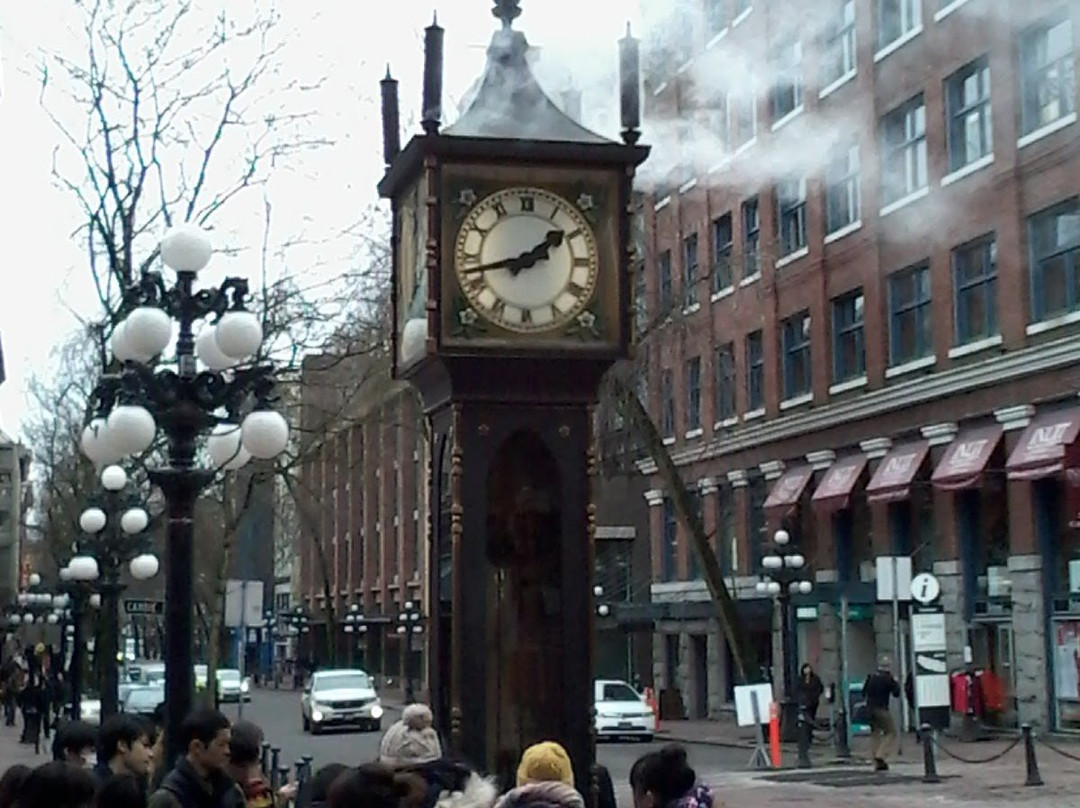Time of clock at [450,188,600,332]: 1:42
